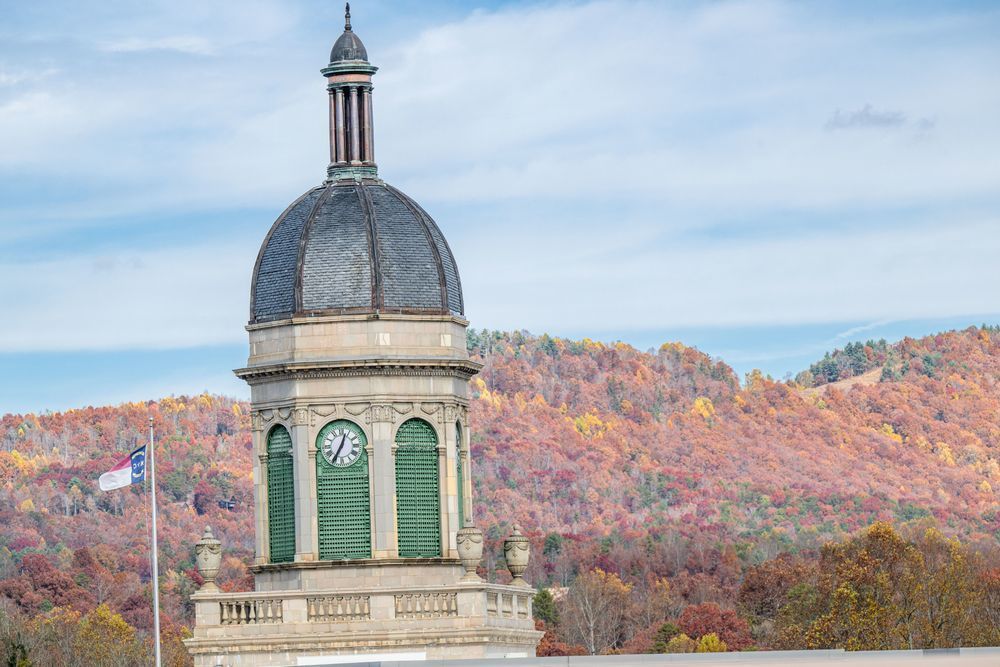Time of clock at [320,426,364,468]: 12:34
